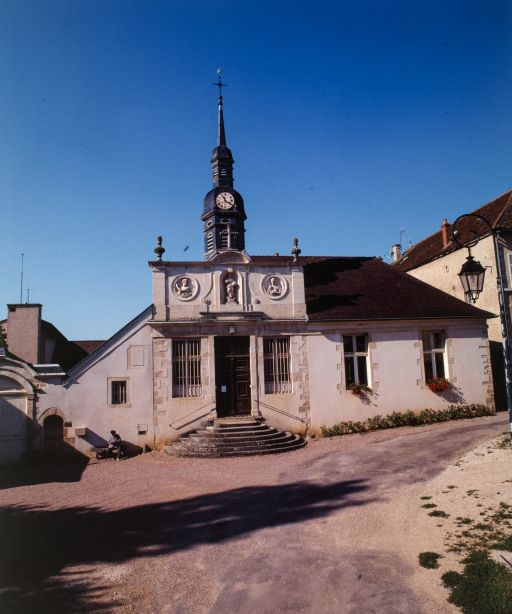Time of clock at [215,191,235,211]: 11:20
